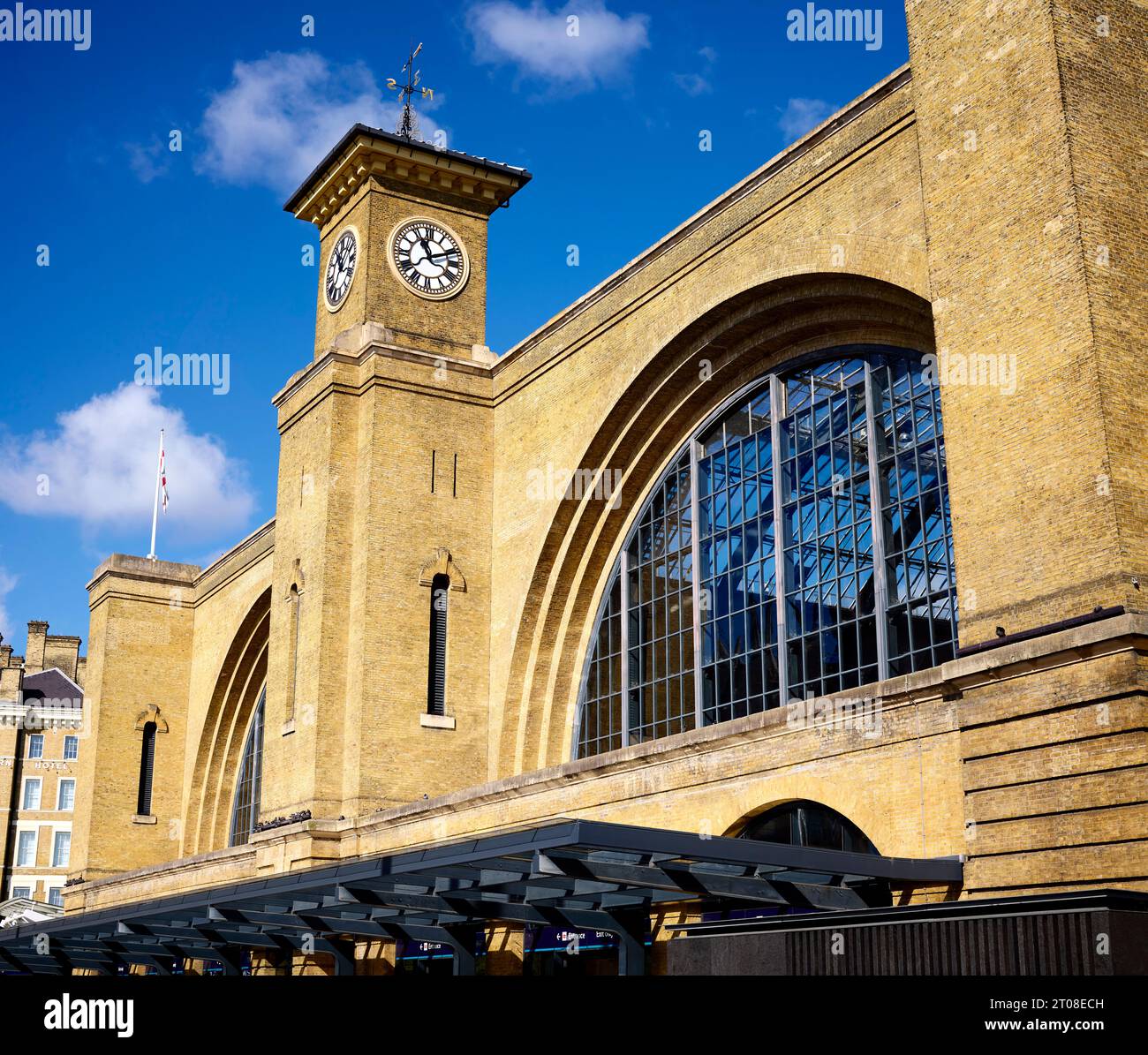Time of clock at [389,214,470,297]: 11:10
